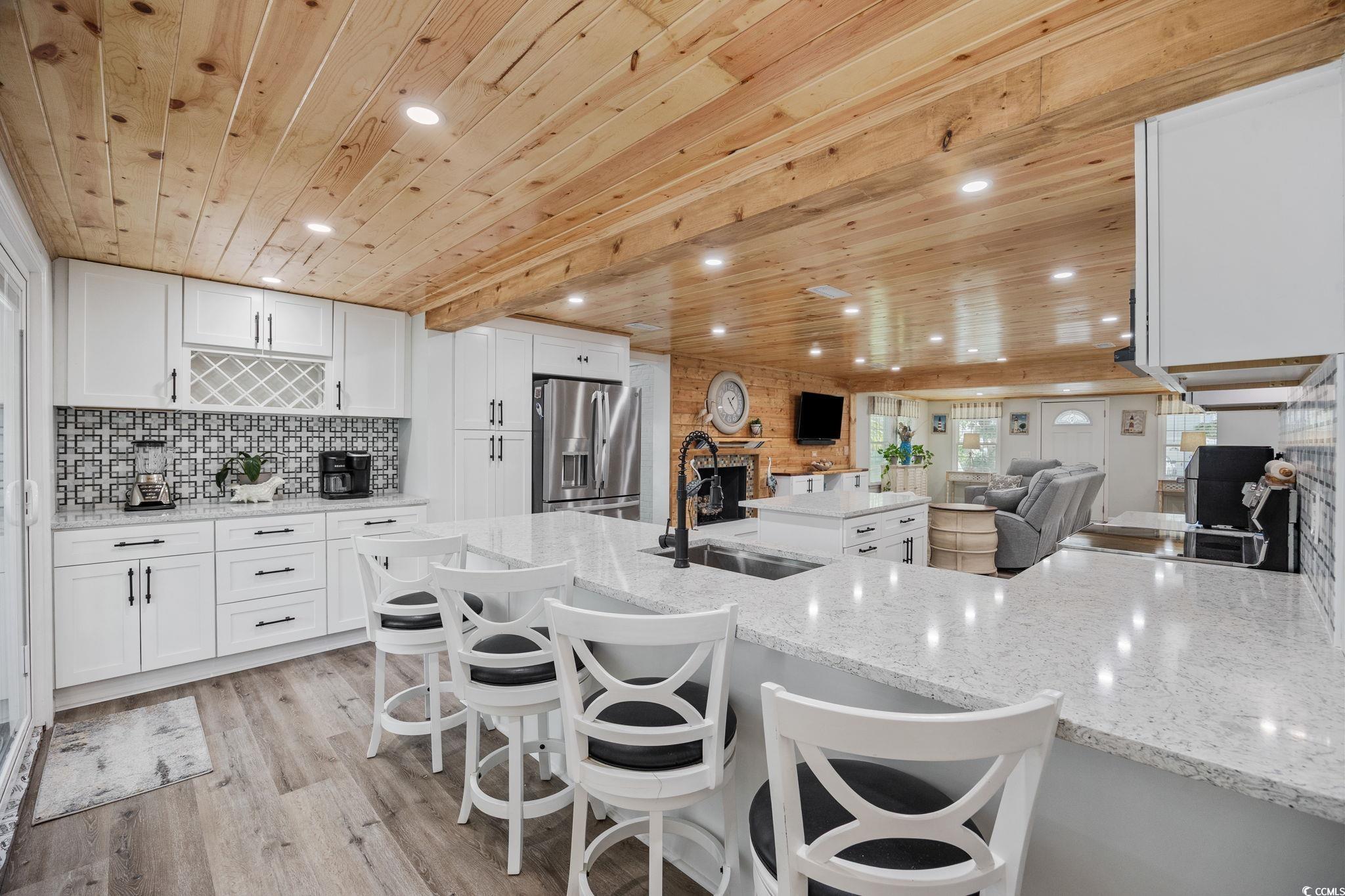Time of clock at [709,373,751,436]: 1:23
